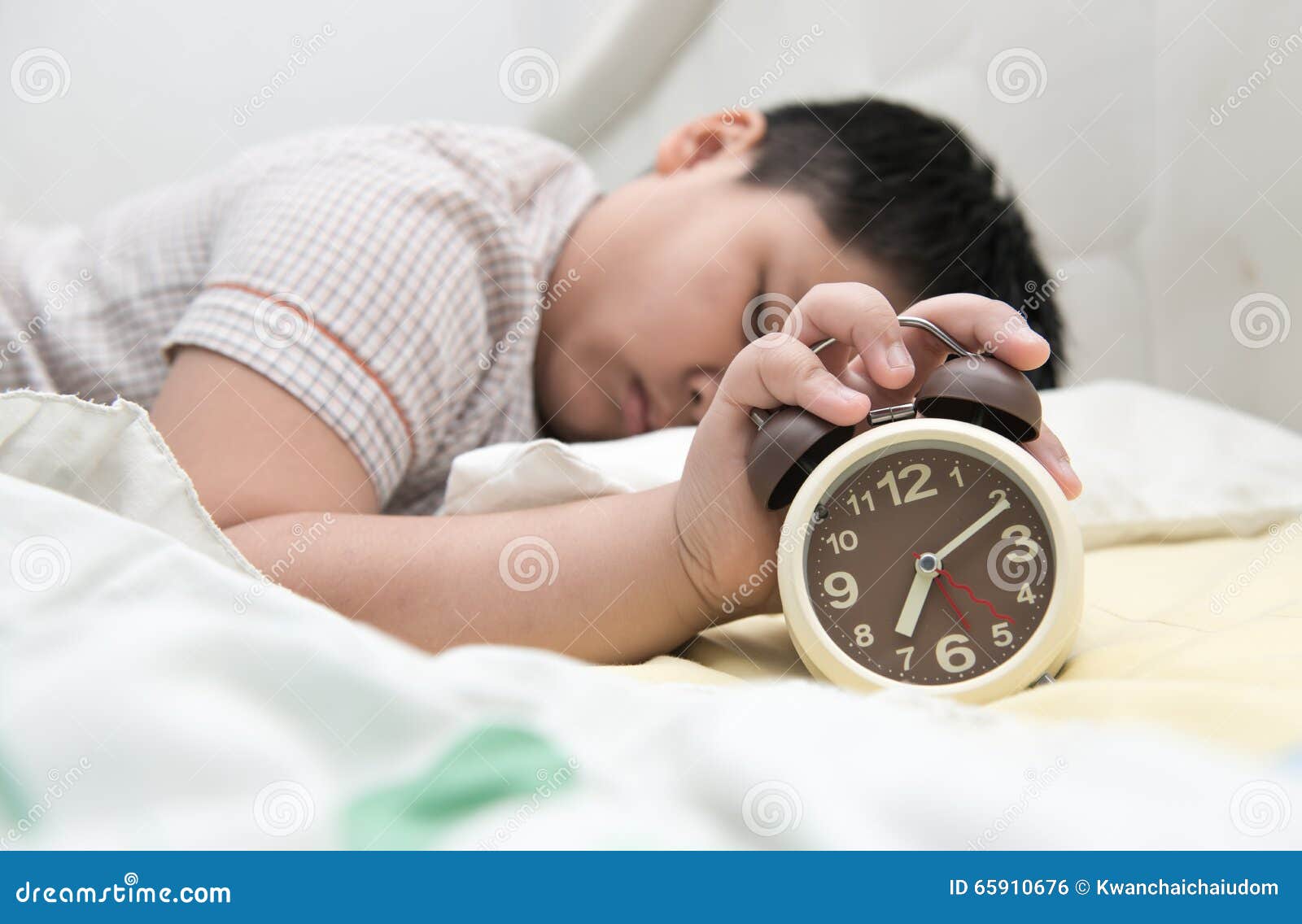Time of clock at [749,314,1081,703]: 7:10
